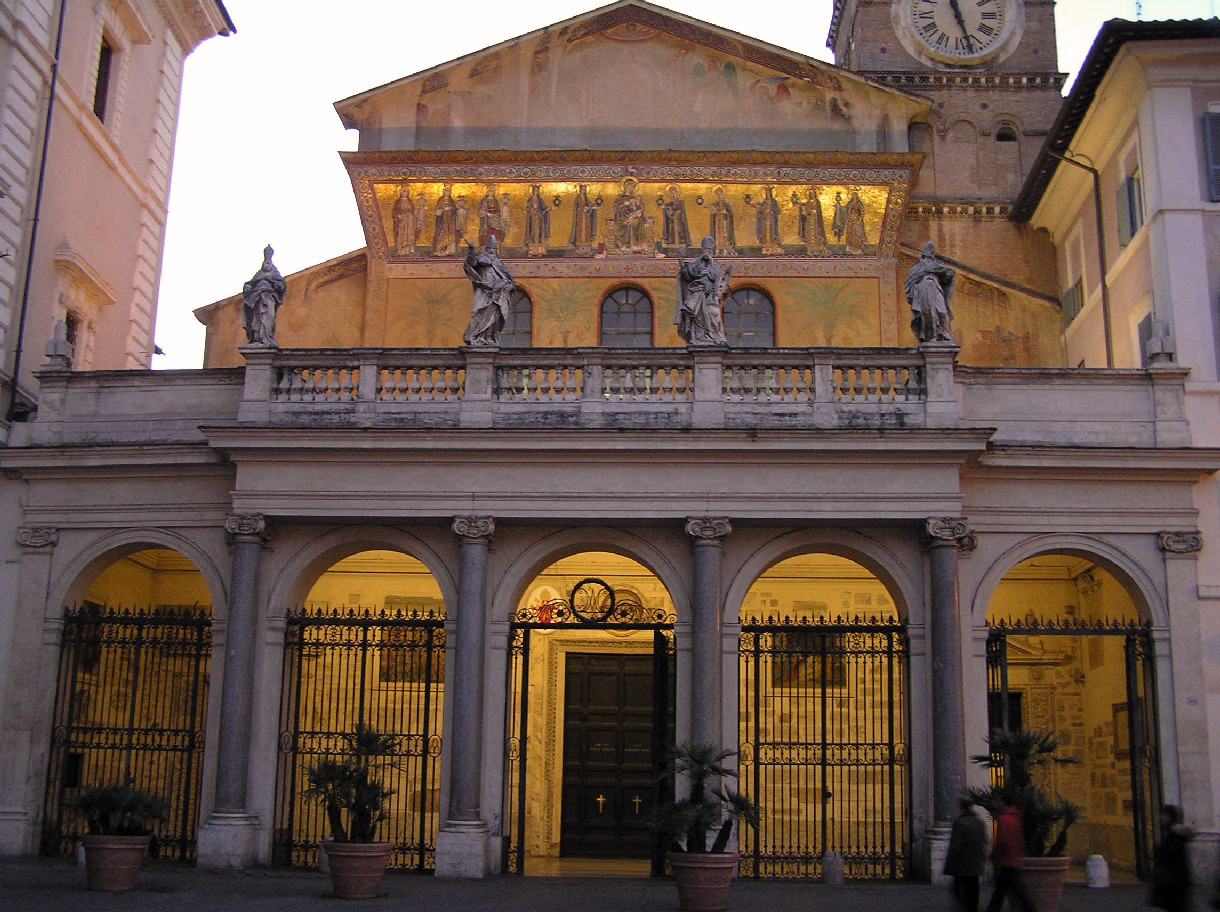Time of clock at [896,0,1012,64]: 11:27
